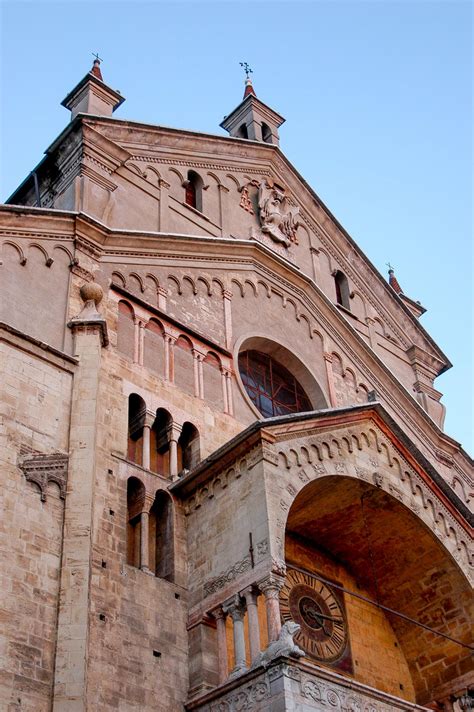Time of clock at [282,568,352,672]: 4:14
